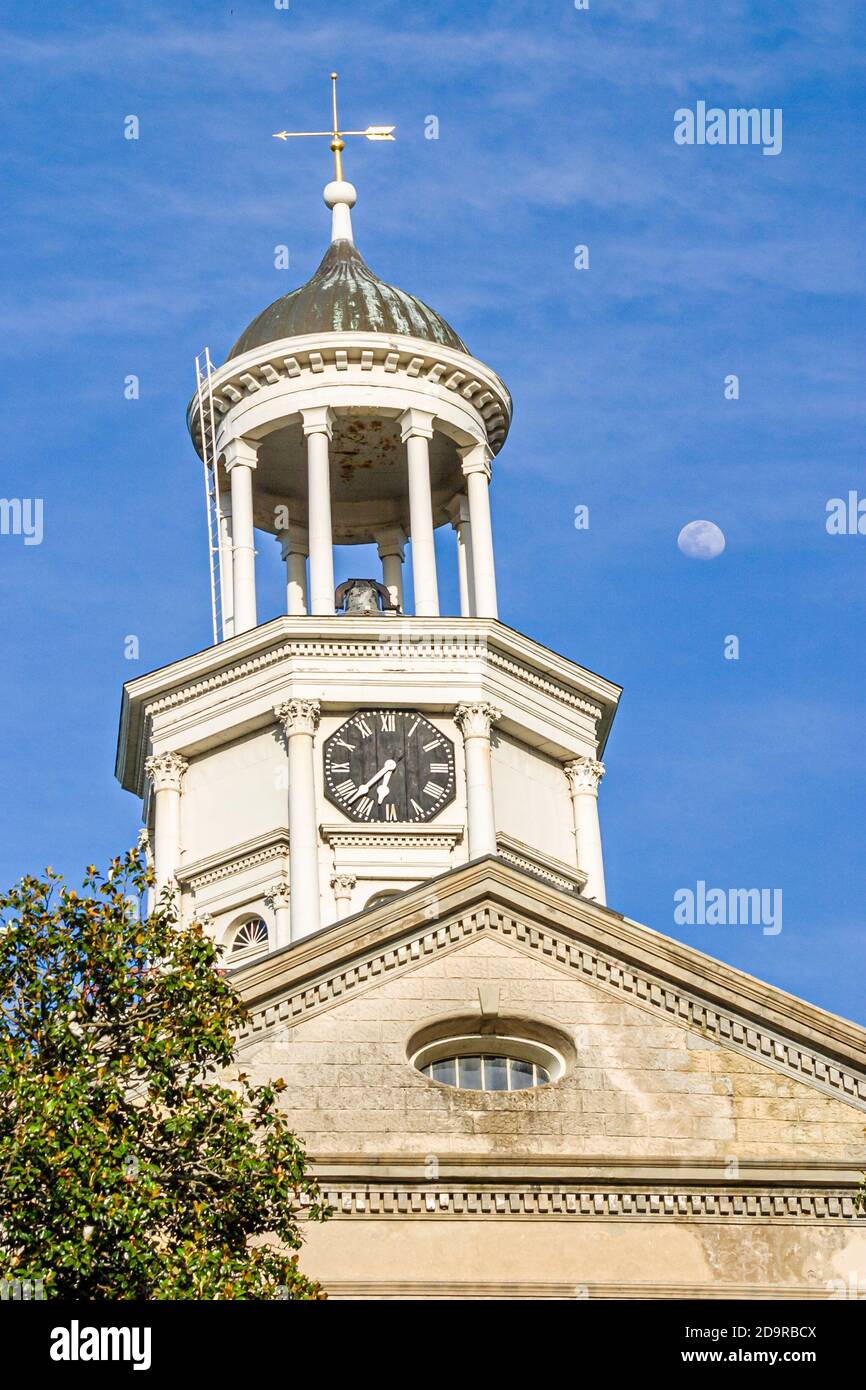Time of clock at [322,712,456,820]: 6:37
